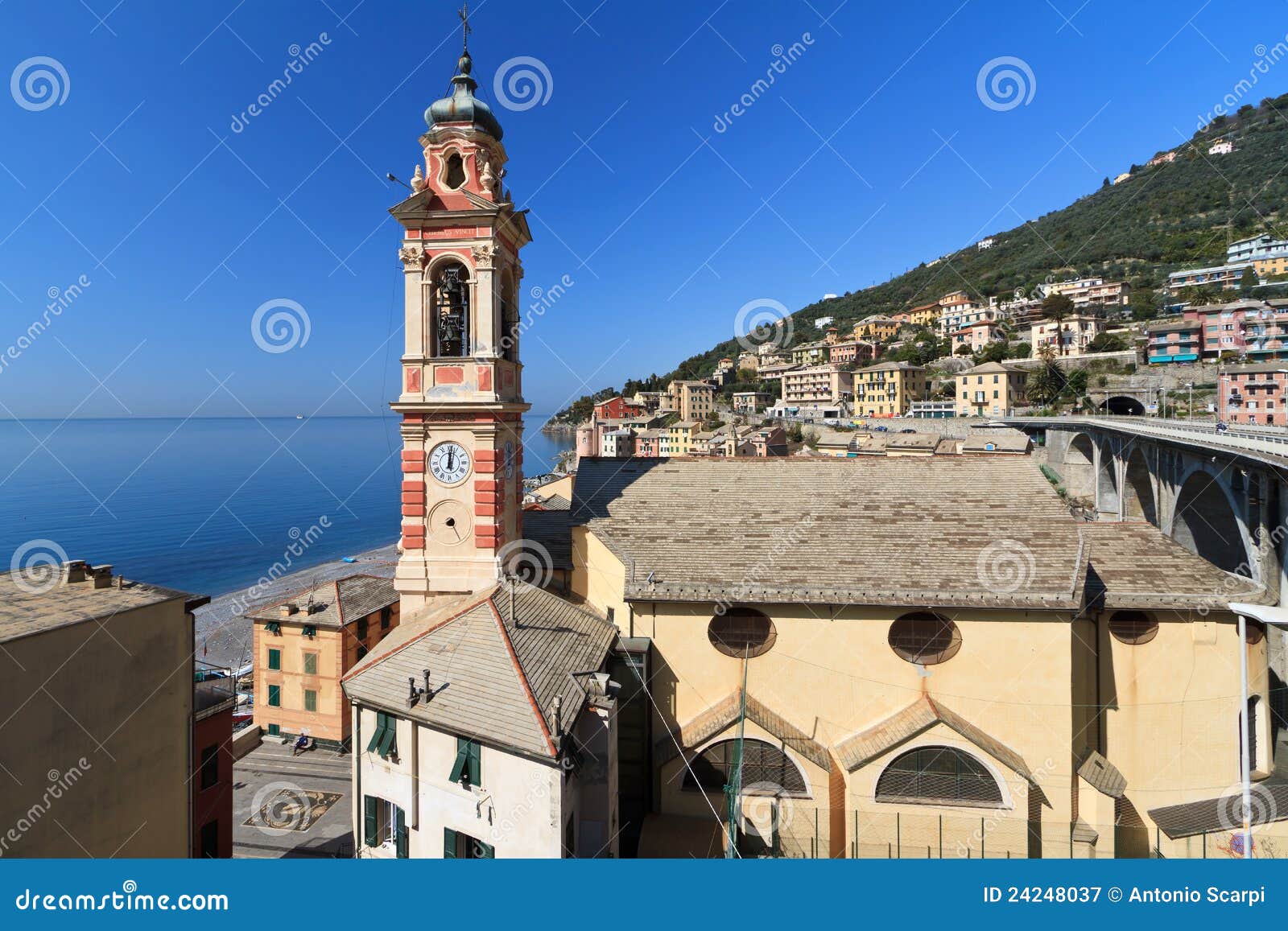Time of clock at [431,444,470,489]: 12:01
